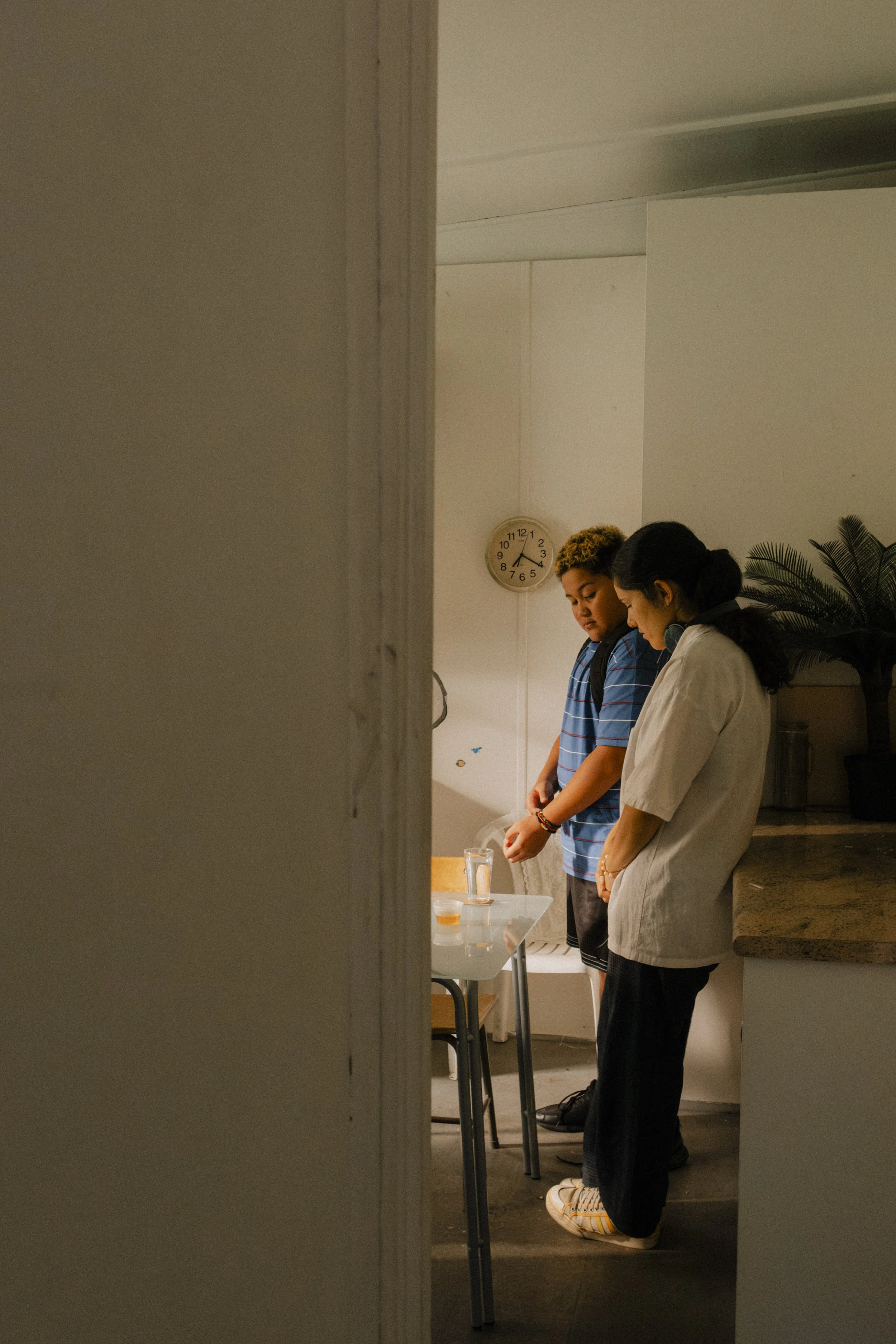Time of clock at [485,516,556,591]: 7:20
